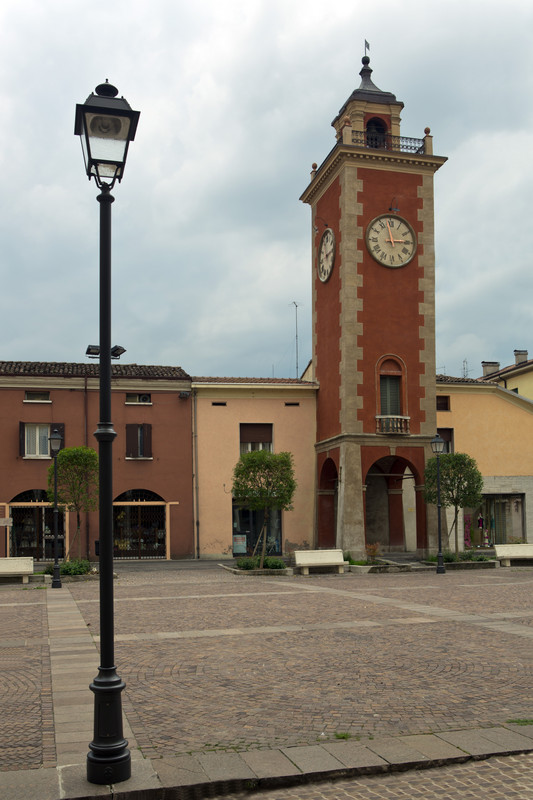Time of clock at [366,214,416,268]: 2:58
